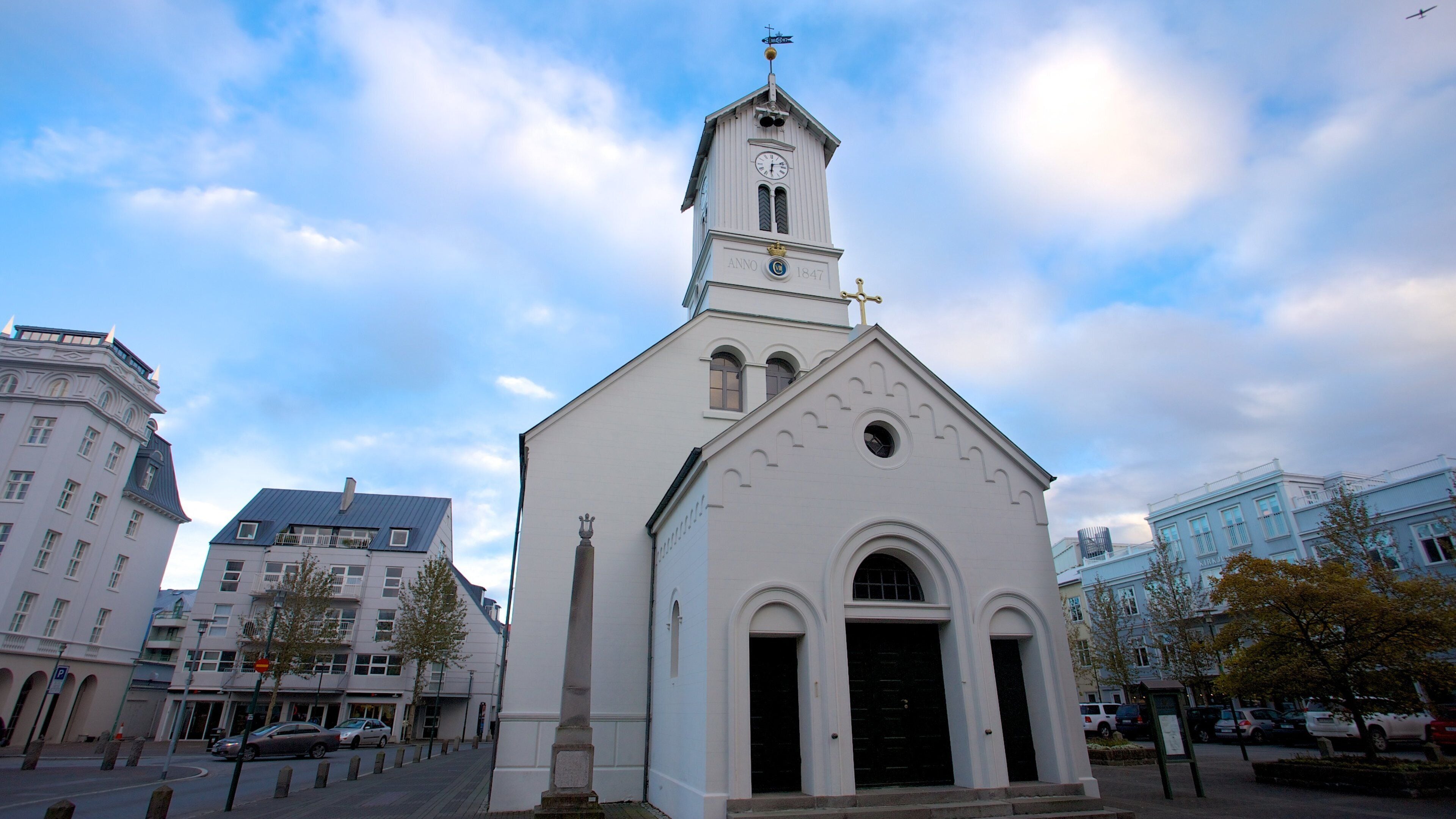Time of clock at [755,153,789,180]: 6:12
